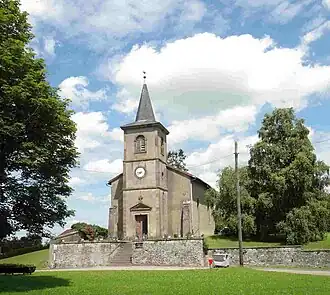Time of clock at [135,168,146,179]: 8:38
